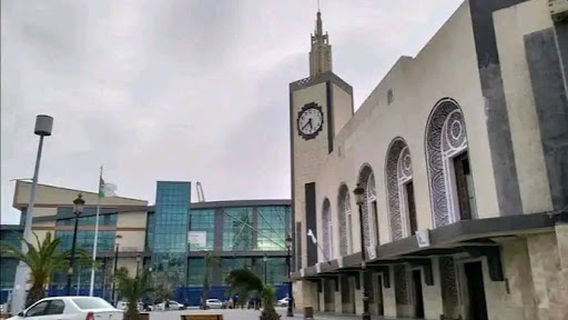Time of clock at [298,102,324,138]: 5:38
